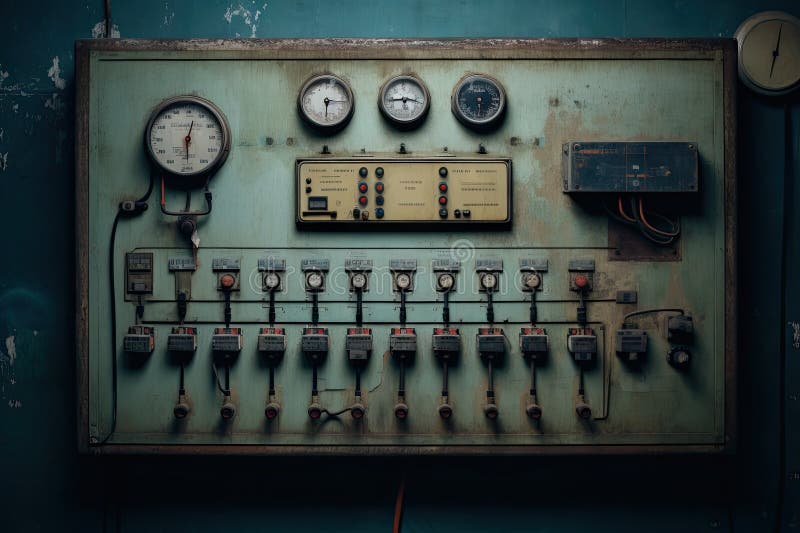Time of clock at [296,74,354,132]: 6:15
